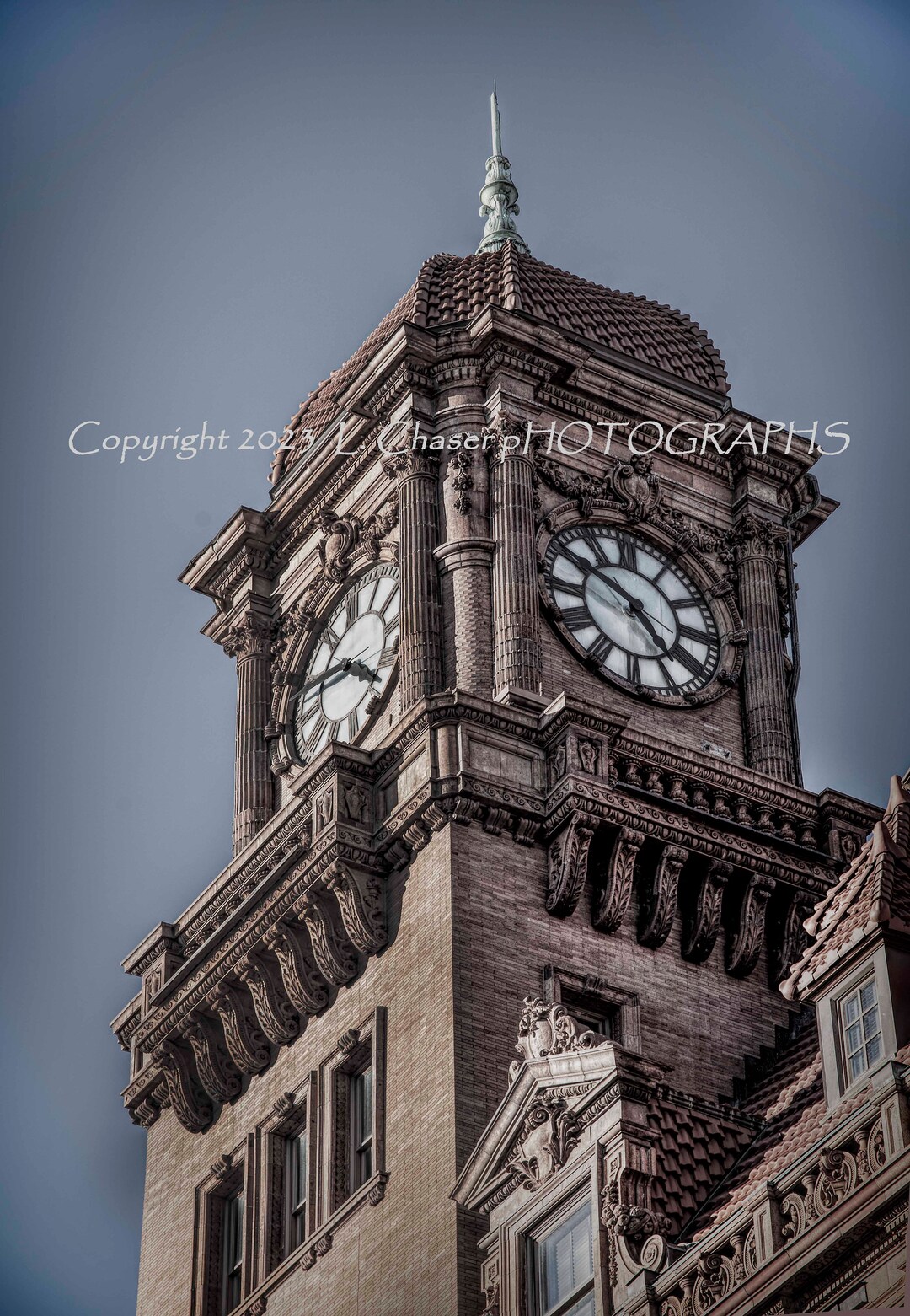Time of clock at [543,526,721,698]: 4:50
